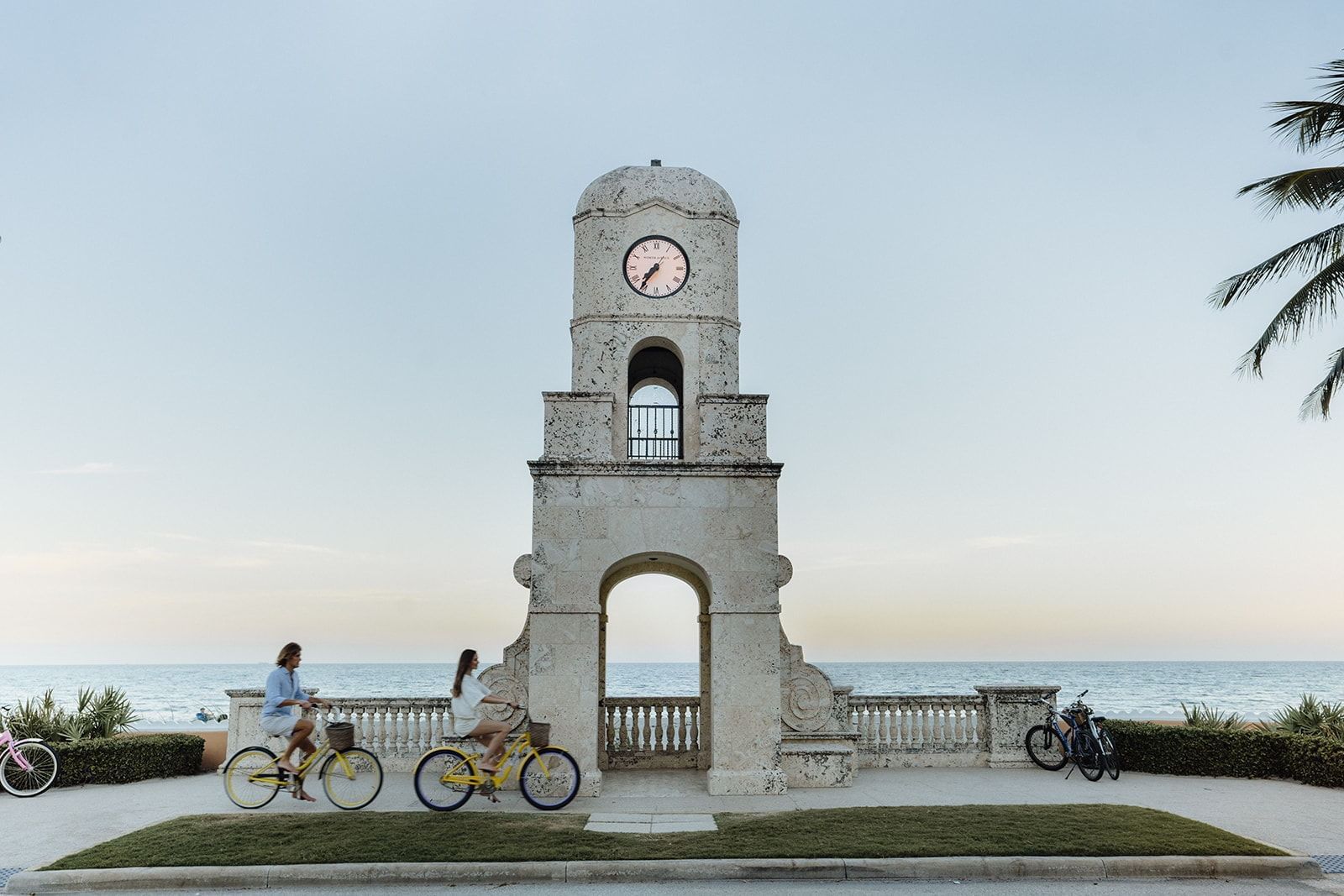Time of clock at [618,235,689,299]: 7:35
